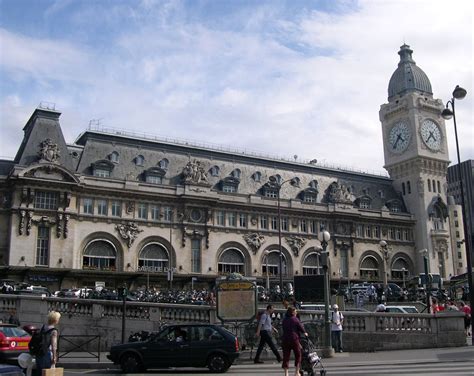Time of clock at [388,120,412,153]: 4:35
